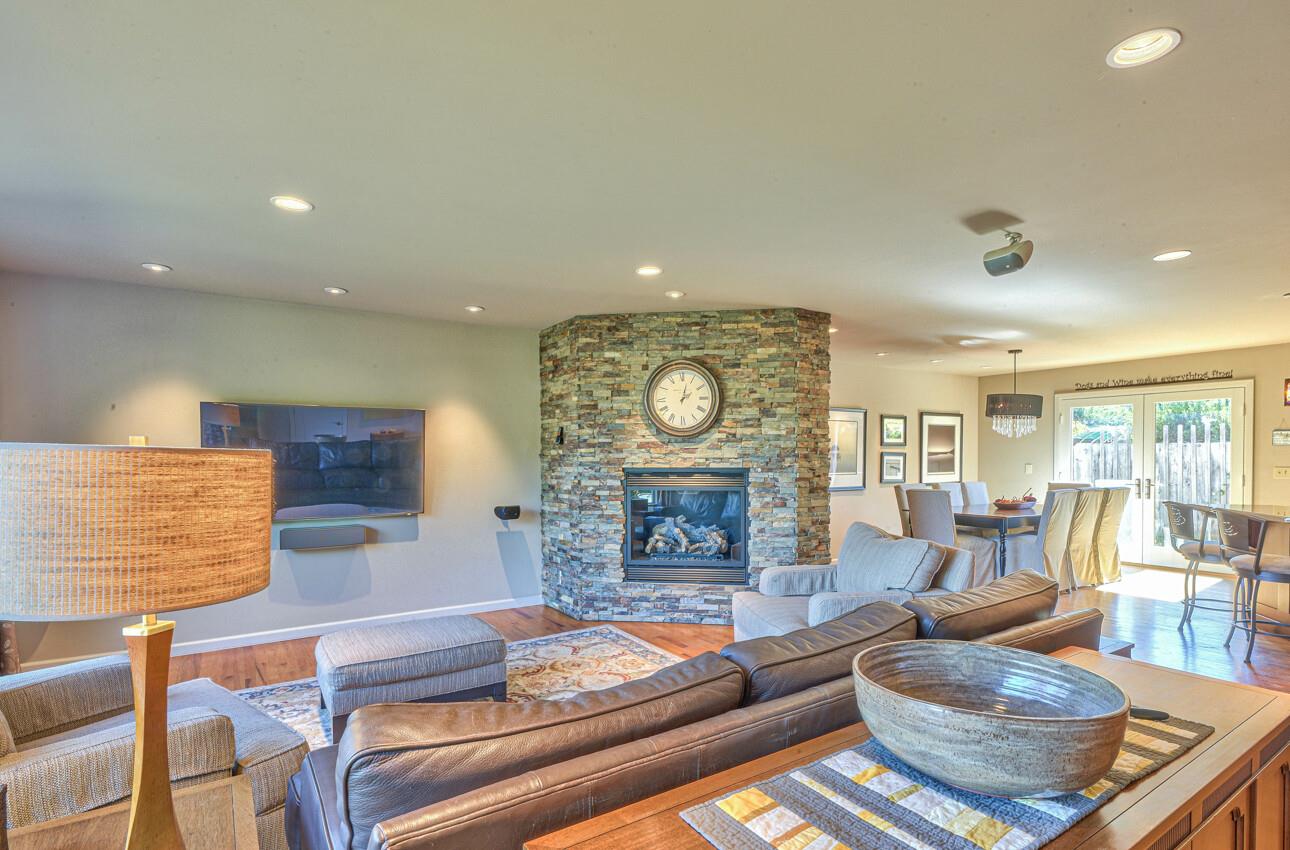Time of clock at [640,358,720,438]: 2:02
